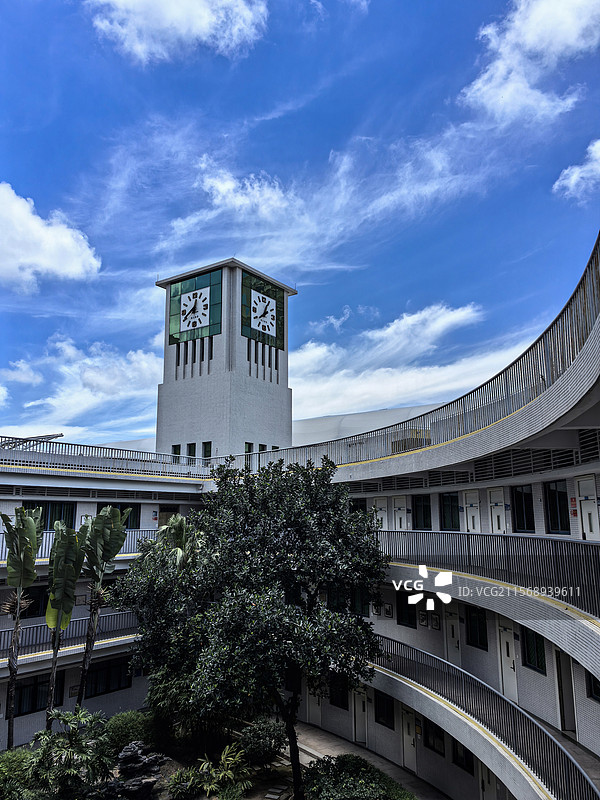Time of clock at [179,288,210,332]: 12:40
